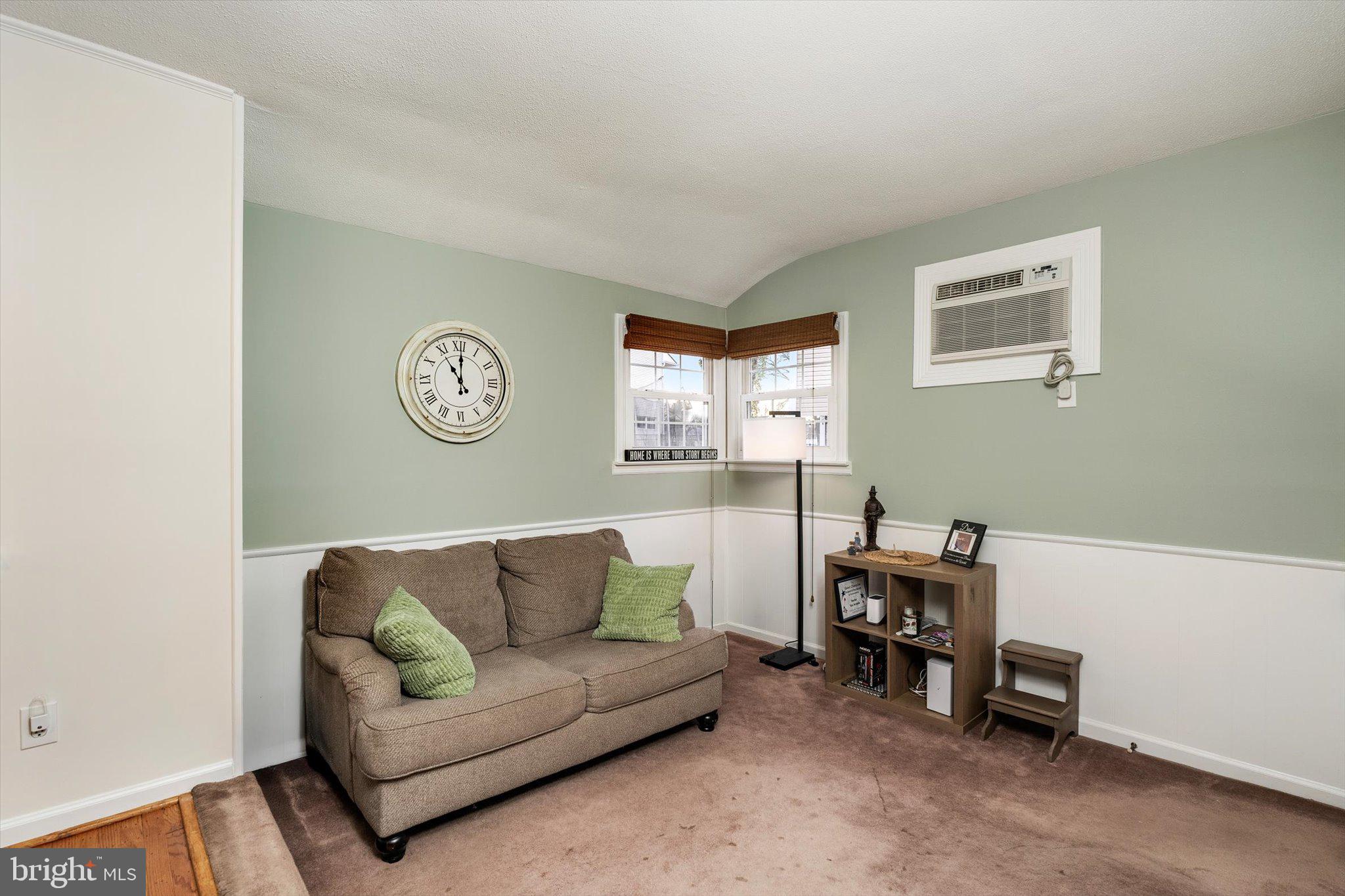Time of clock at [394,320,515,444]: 11:00
